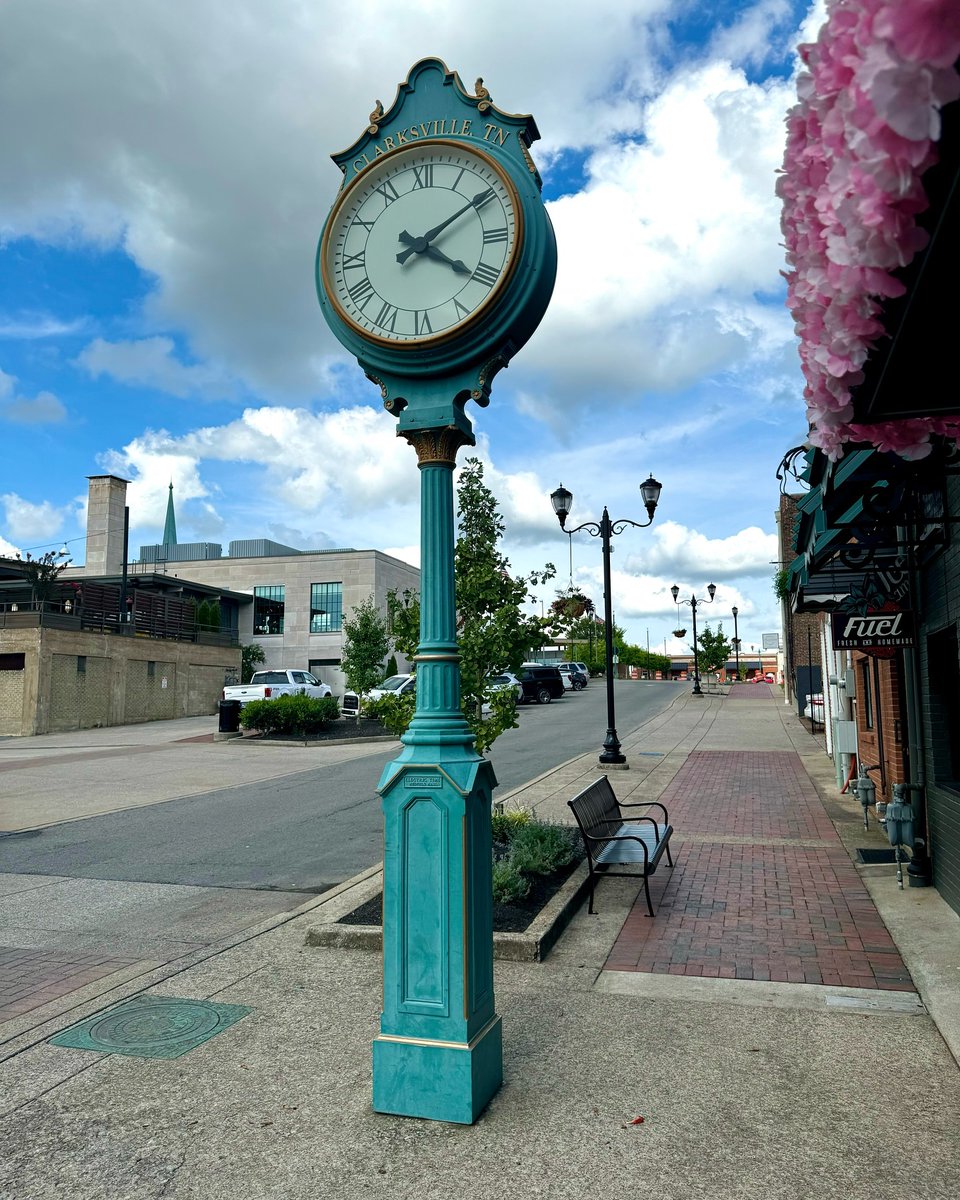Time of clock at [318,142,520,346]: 4:09
